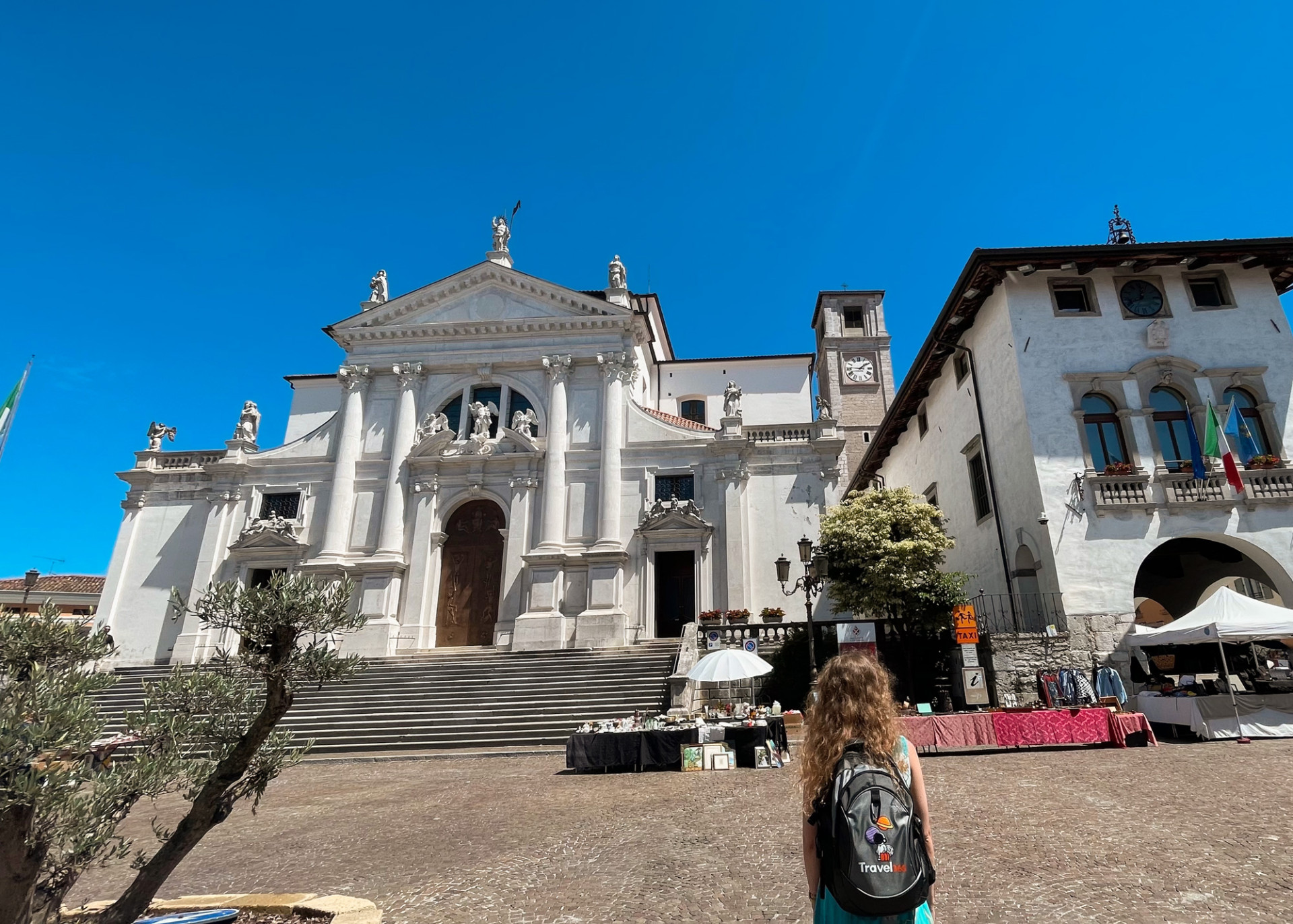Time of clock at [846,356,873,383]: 1:46
